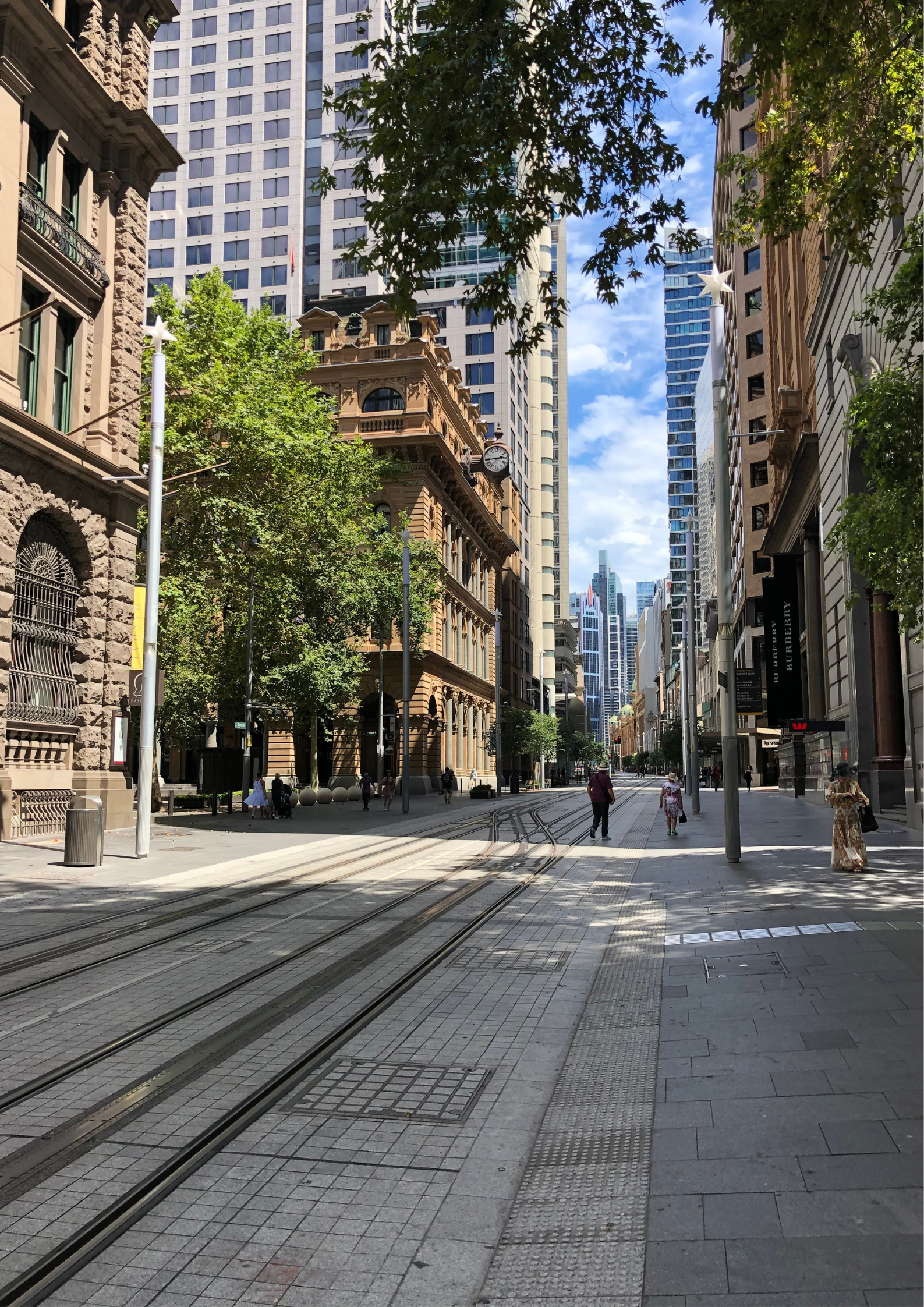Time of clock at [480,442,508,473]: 2:44
